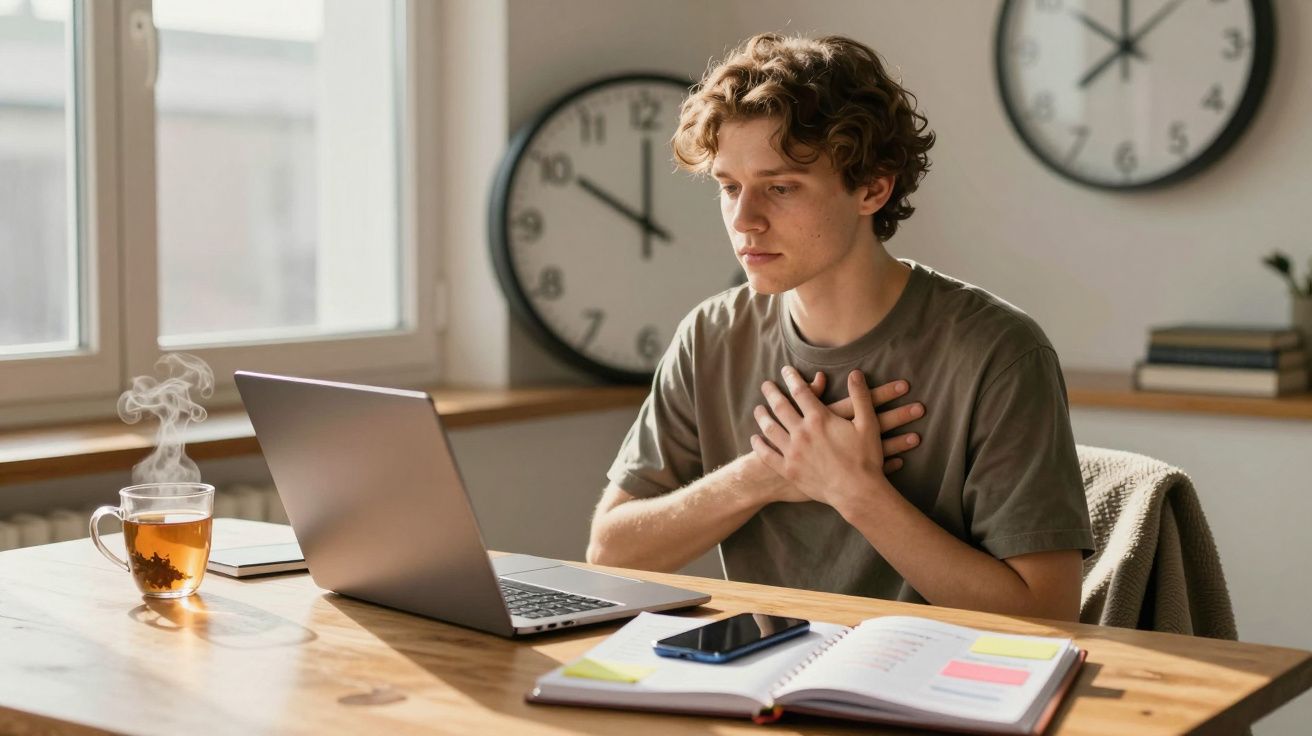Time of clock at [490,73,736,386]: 10:00
